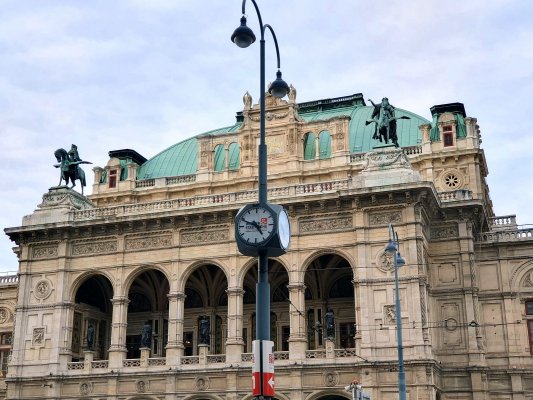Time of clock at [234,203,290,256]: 4:48
